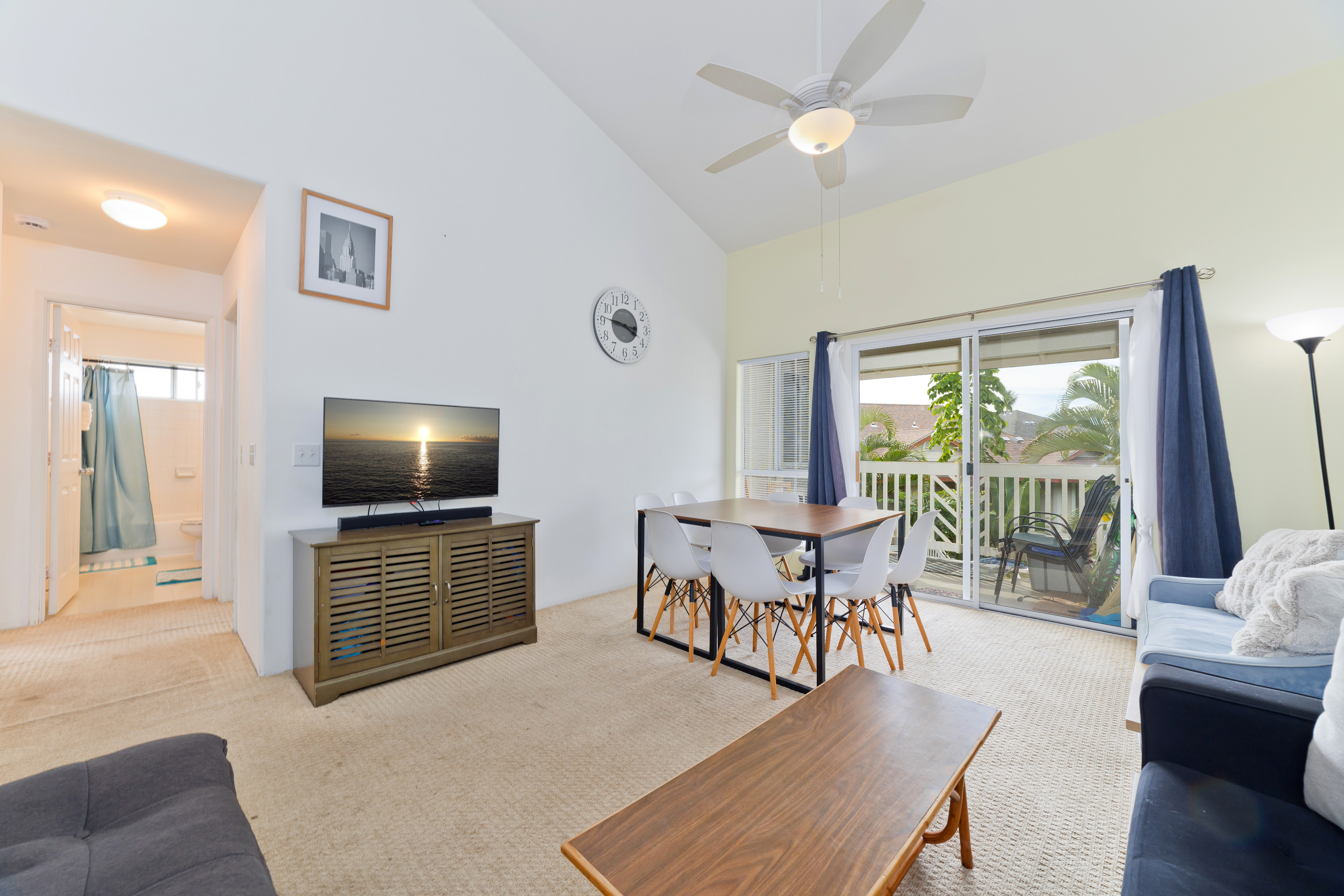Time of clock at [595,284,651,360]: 3:46
